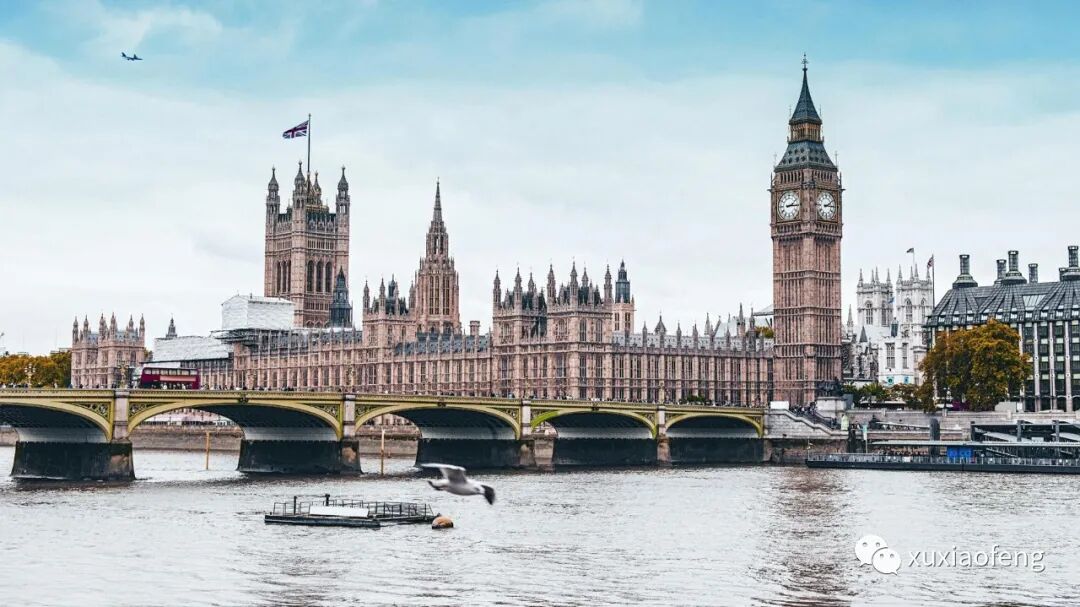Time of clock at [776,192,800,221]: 2:14
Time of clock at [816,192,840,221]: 2:14
